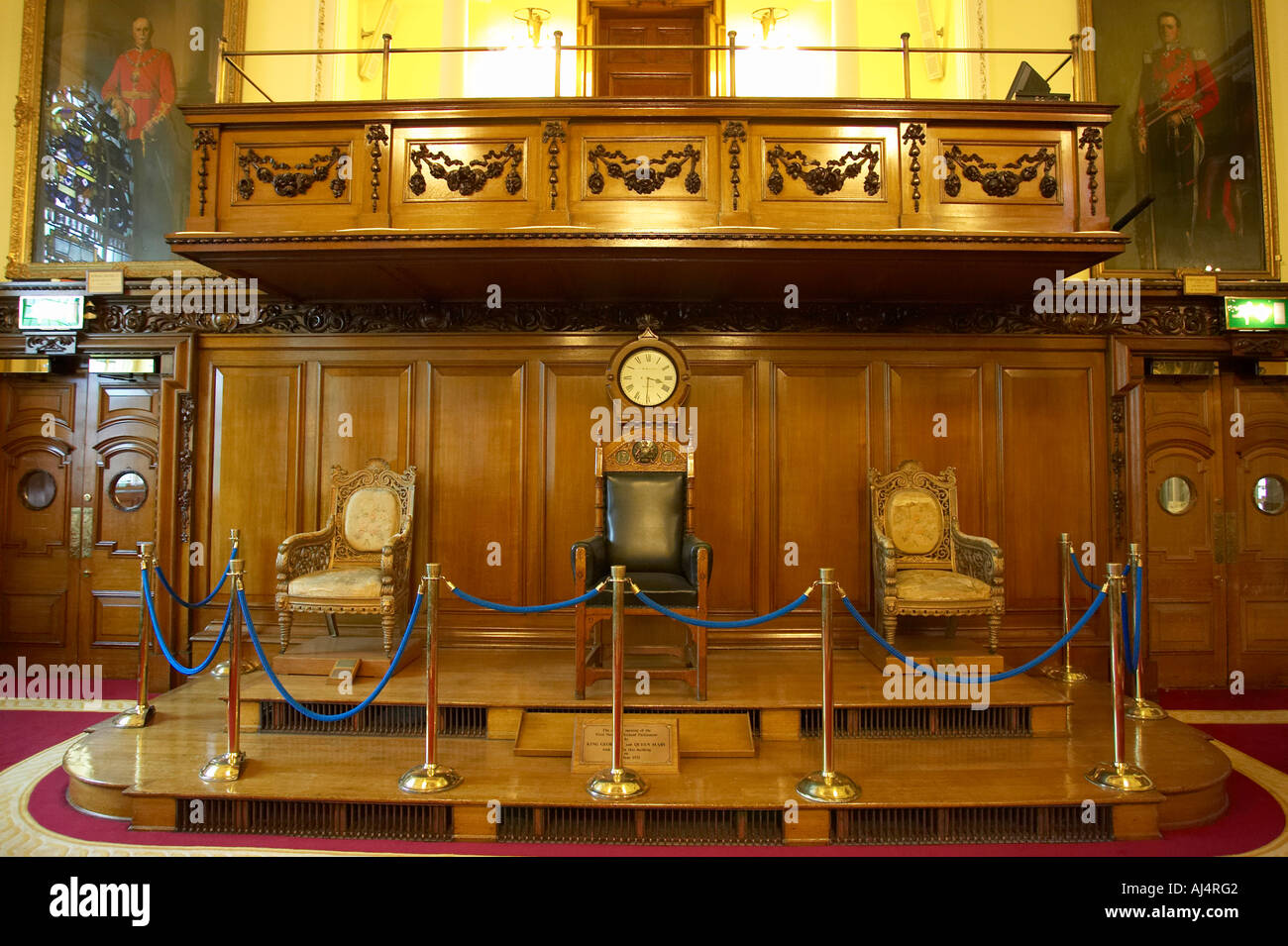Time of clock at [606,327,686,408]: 3:30
